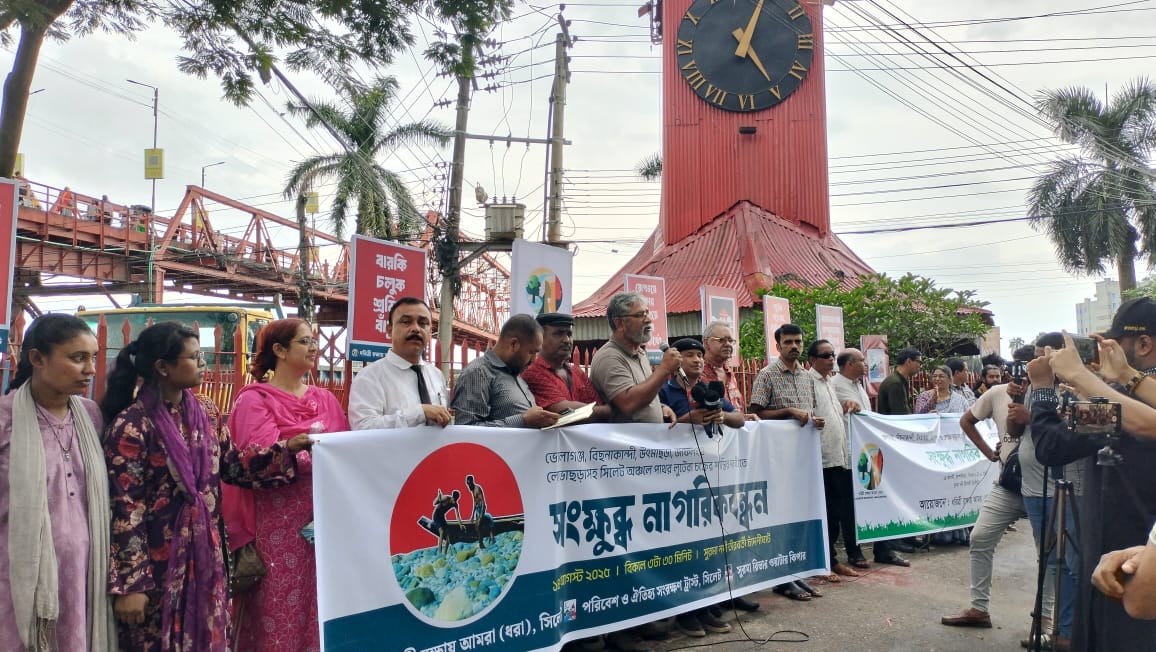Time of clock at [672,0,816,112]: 5:04
